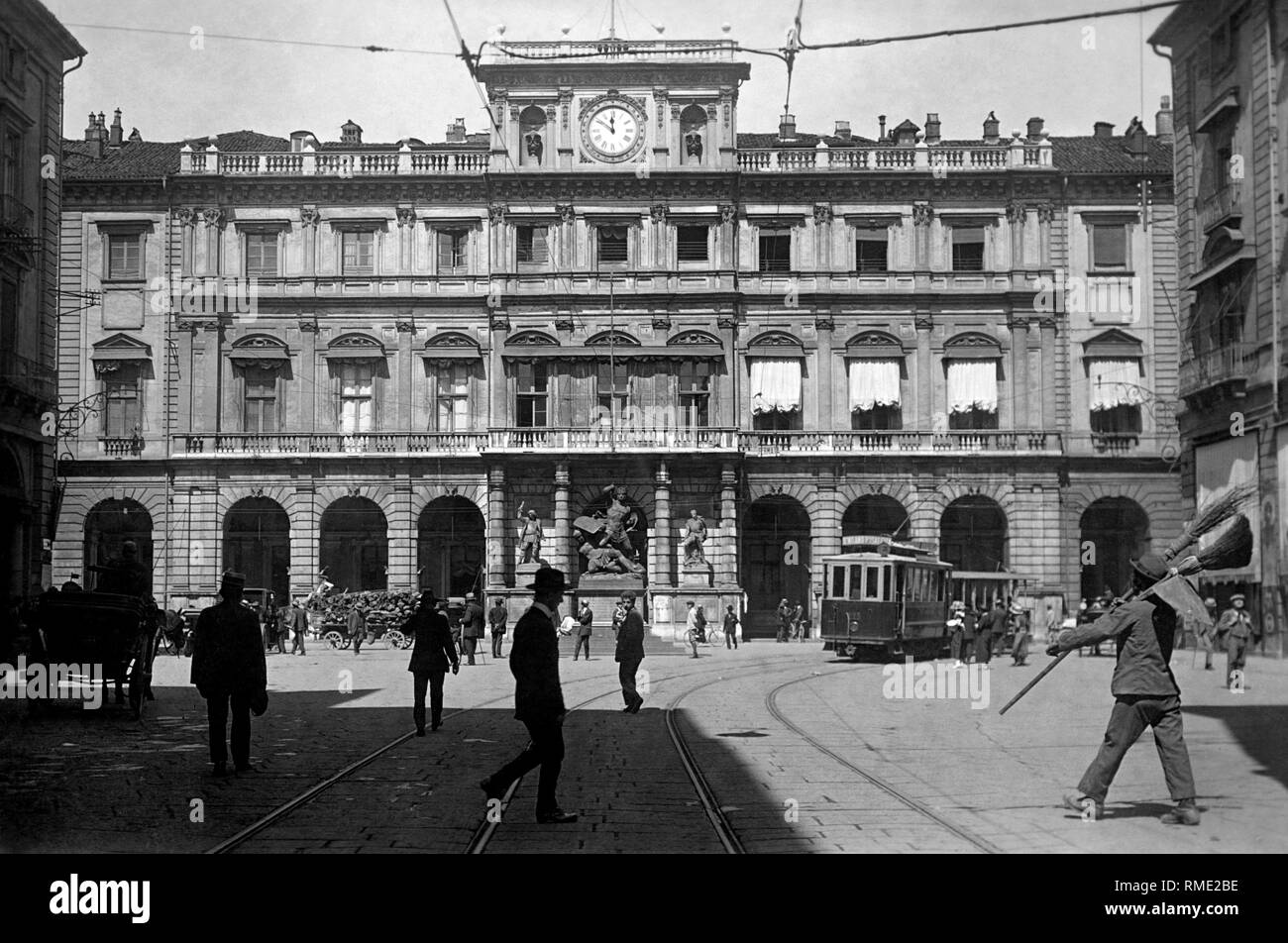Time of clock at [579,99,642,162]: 11:50
